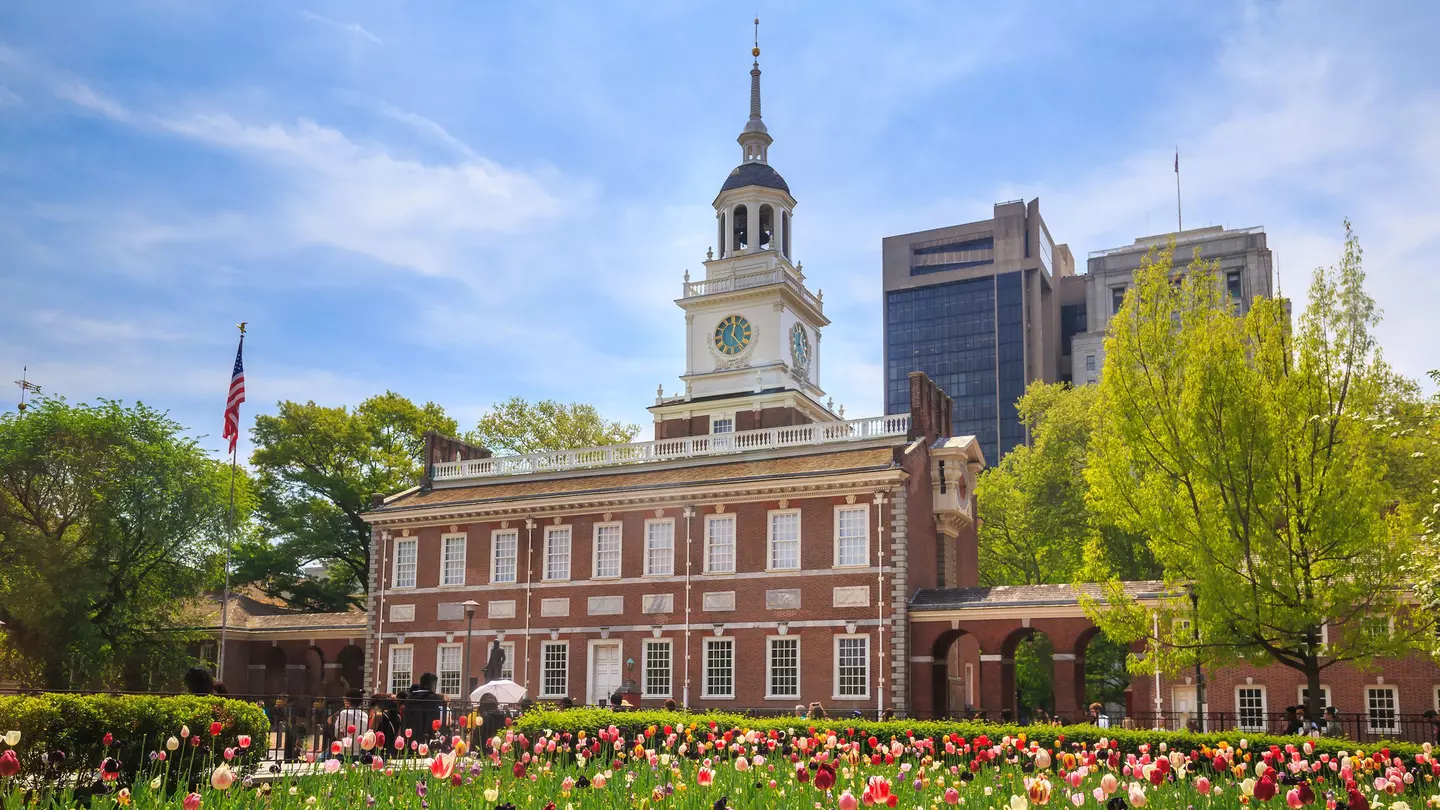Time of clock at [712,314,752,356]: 12:23
